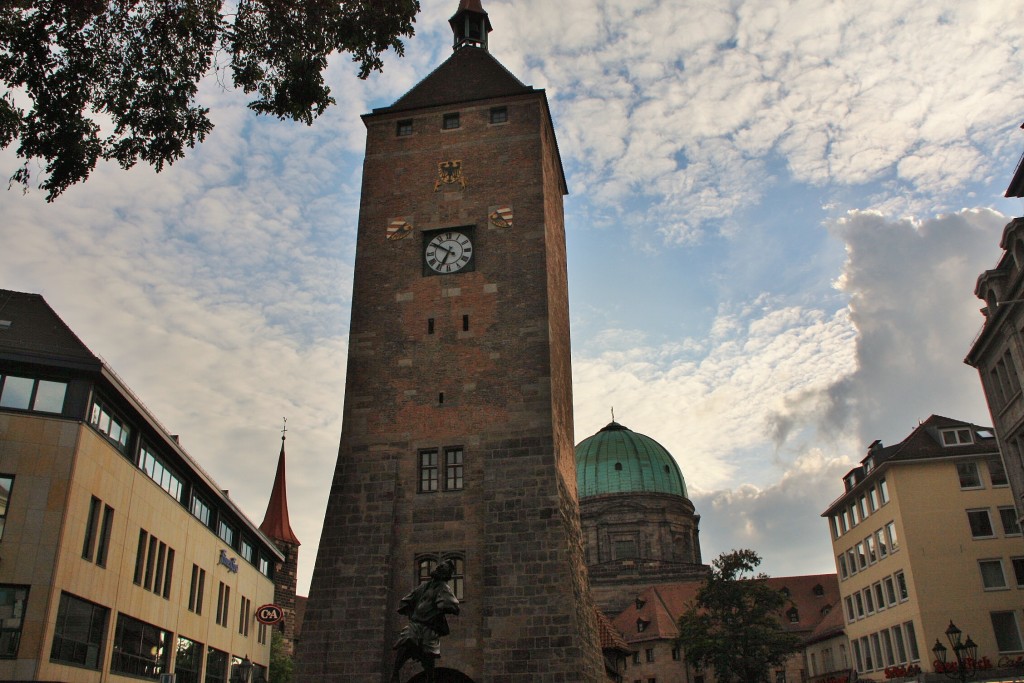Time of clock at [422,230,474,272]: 6:50
